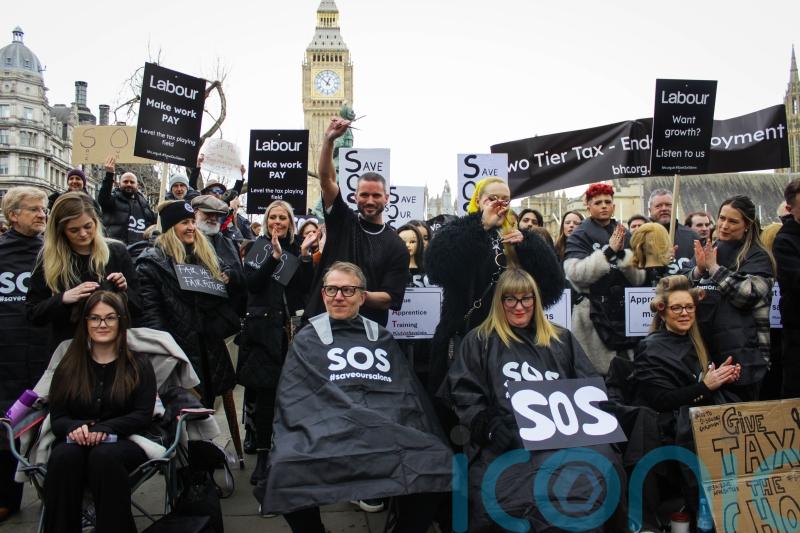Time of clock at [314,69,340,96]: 12:52
